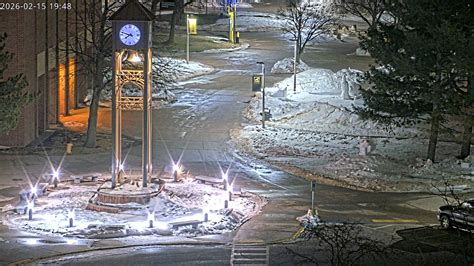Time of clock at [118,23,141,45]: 7:47
